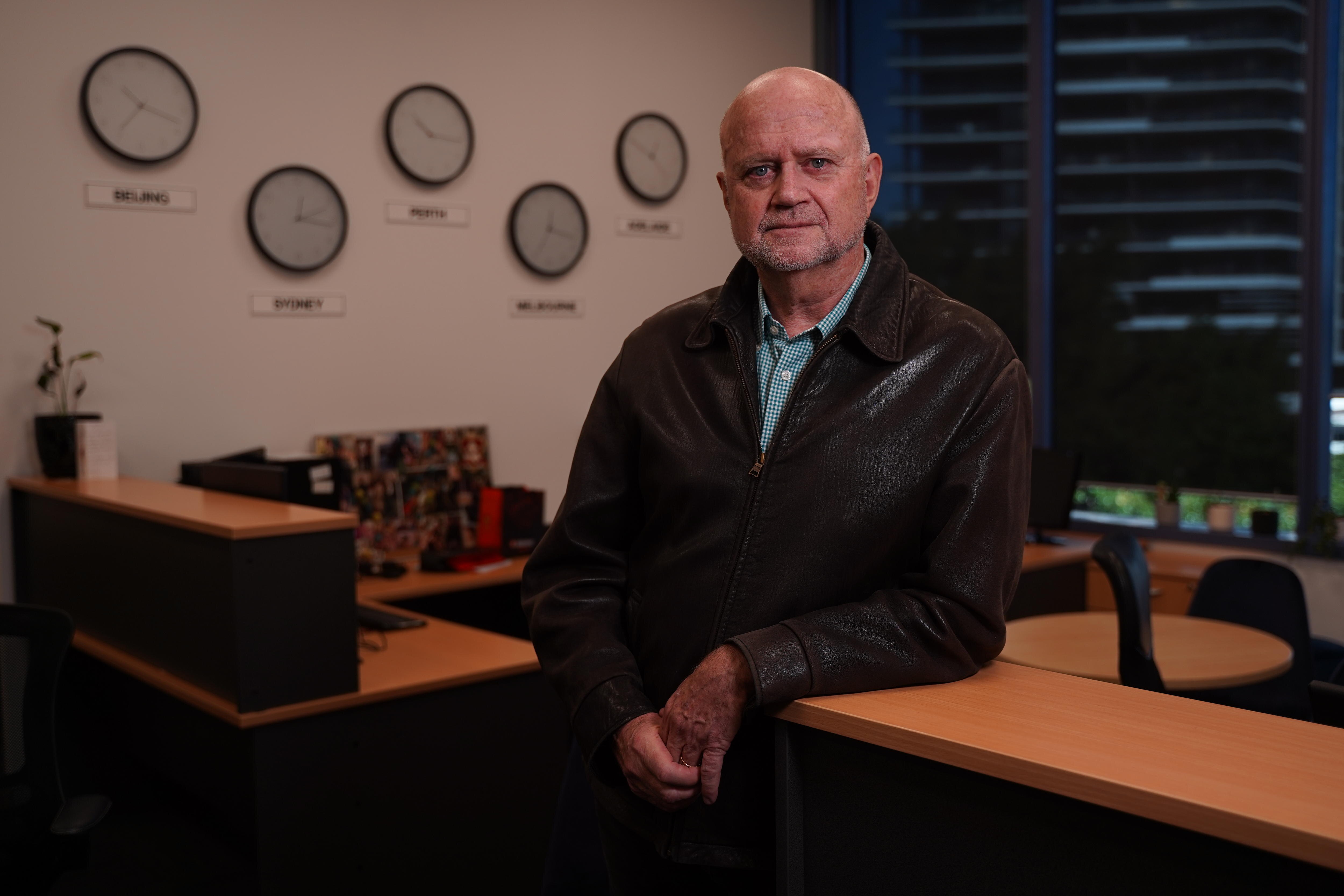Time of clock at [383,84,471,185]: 10:16
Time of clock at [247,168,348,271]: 2:16
